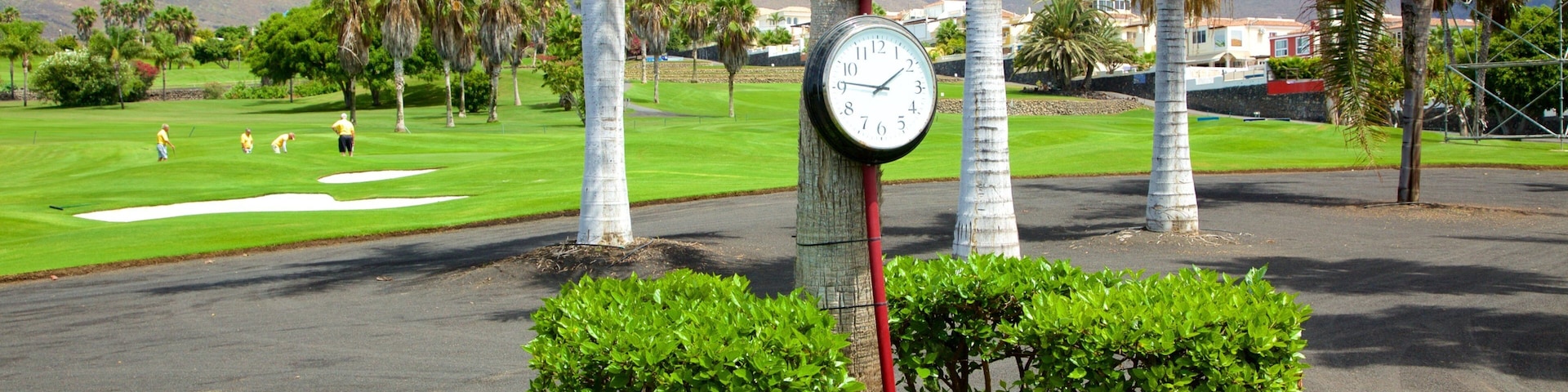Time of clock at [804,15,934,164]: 1:46
